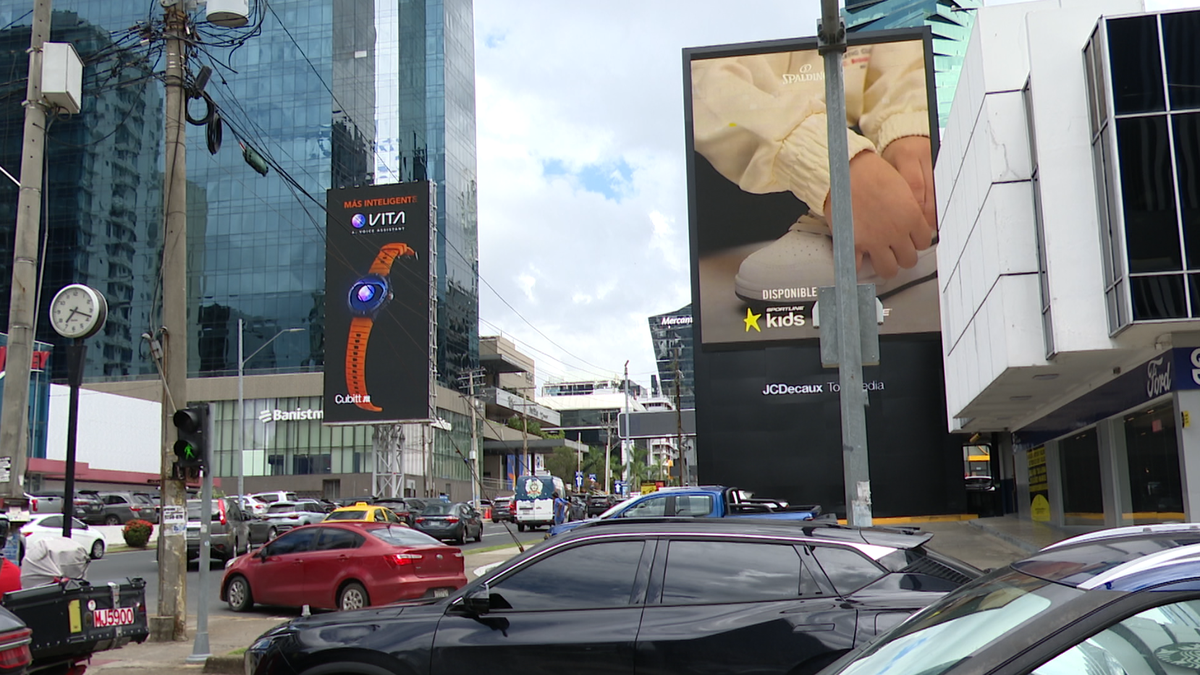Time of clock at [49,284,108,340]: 7:18
